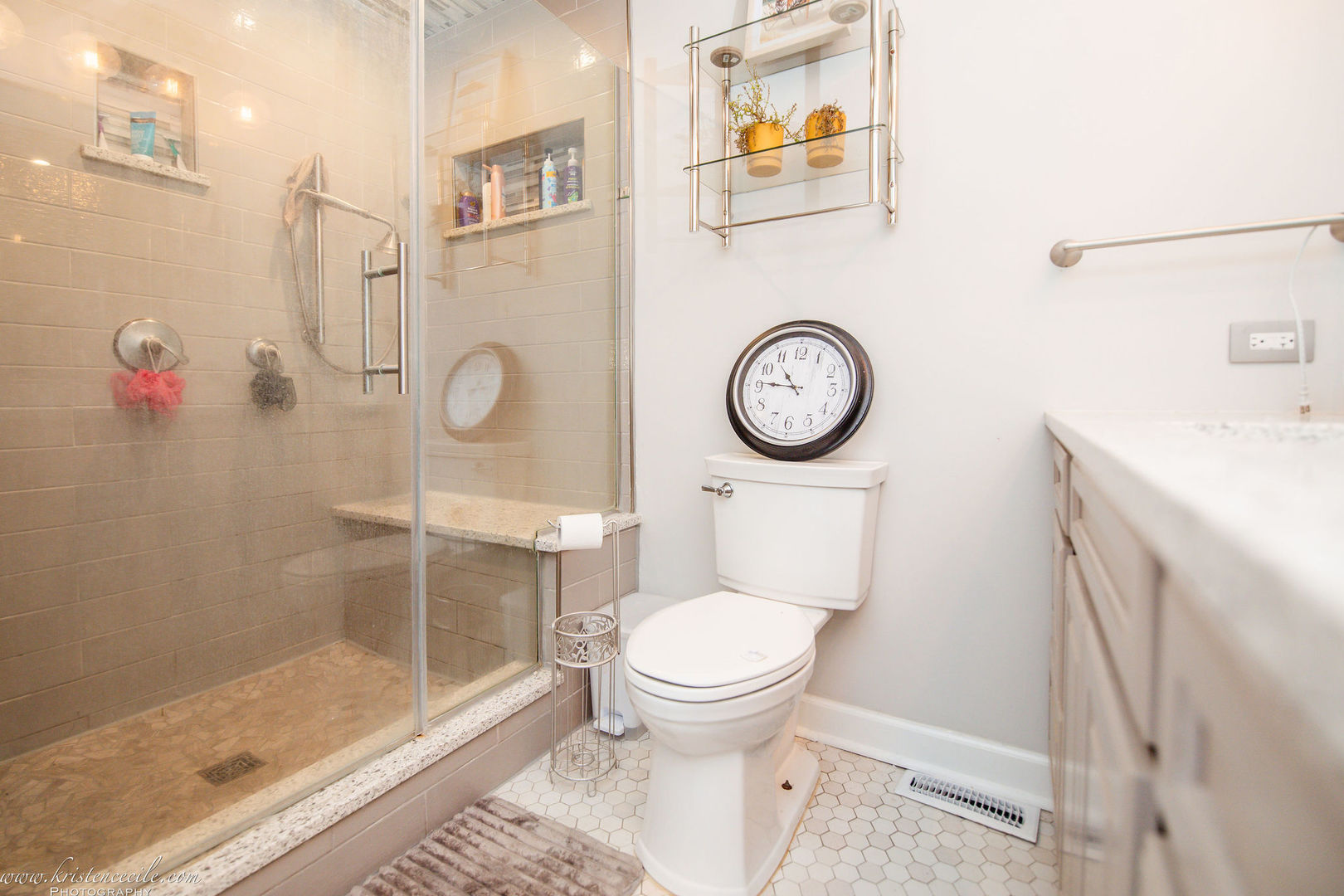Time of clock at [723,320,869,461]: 10:45
